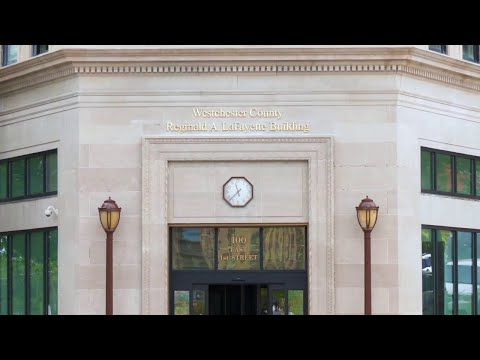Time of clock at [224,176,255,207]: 11:37
